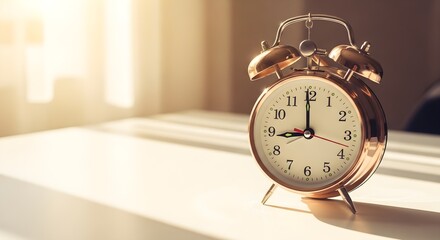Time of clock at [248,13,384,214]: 8:59
